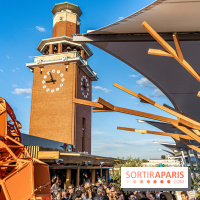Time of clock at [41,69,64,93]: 8:56
